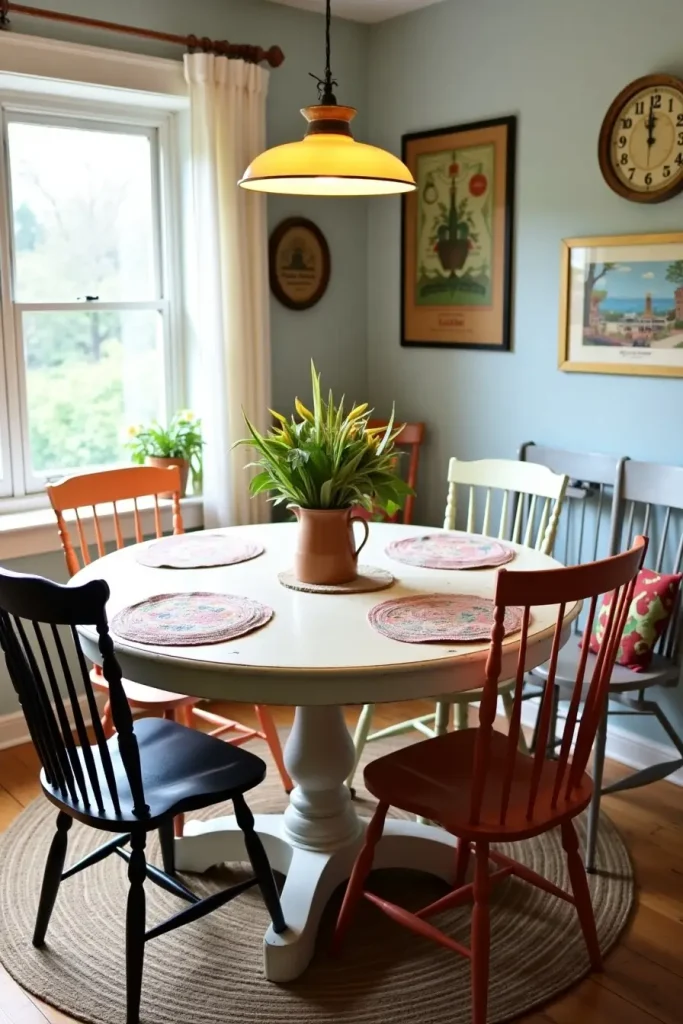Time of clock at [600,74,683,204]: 11:59
